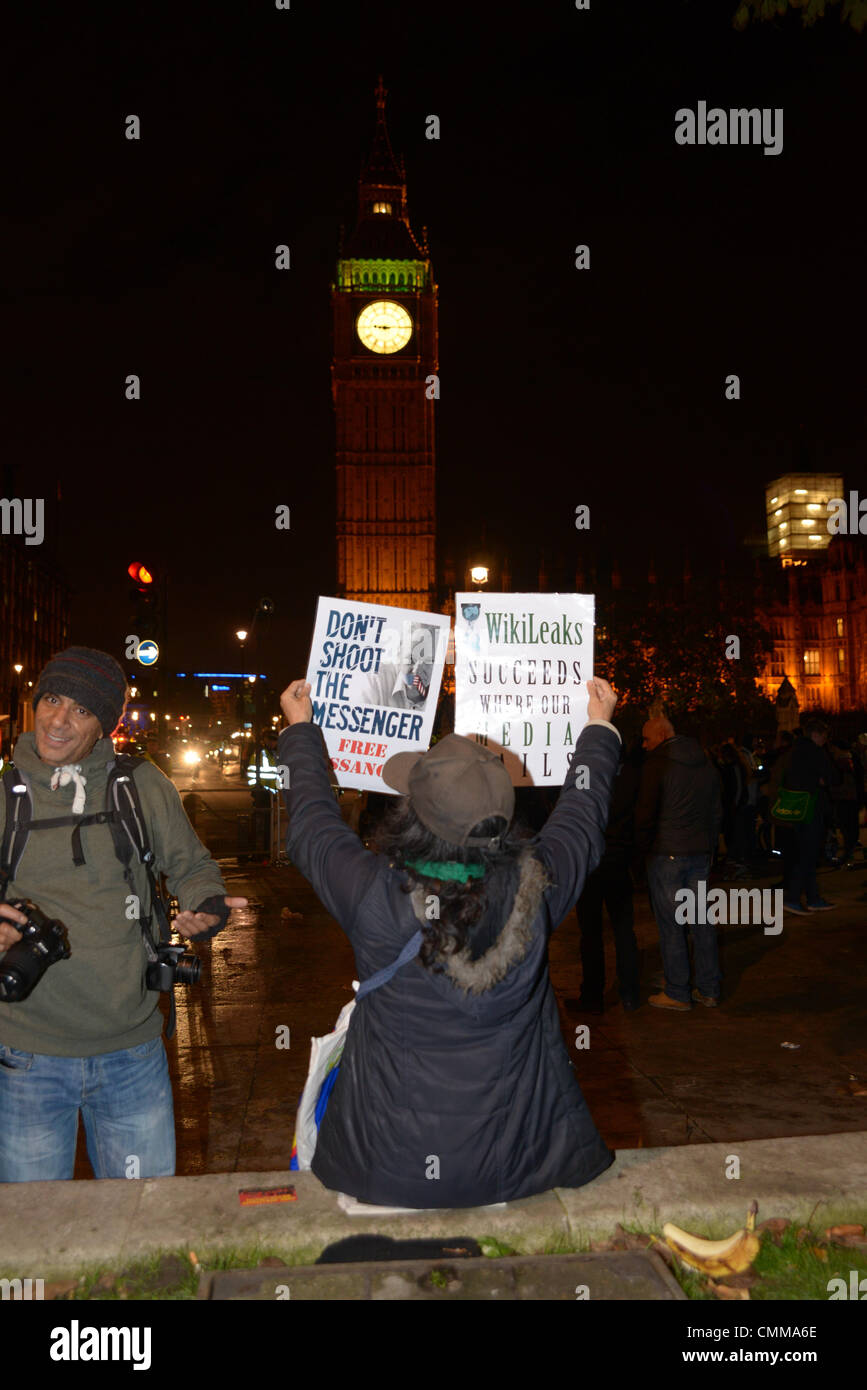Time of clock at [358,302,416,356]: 9:14
